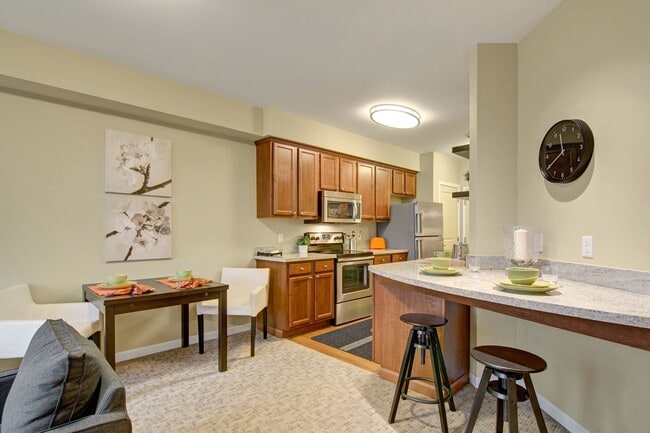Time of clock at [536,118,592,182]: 11:39
